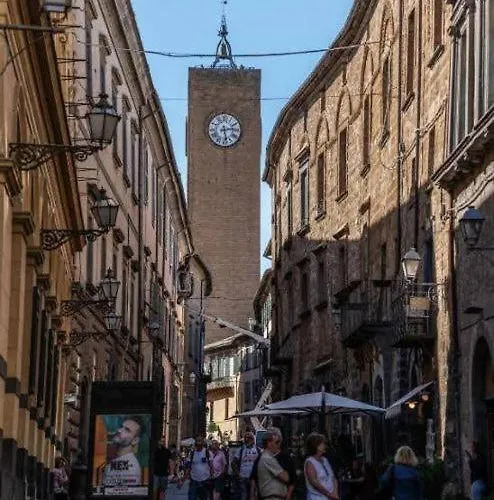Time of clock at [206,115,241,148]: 2:28
